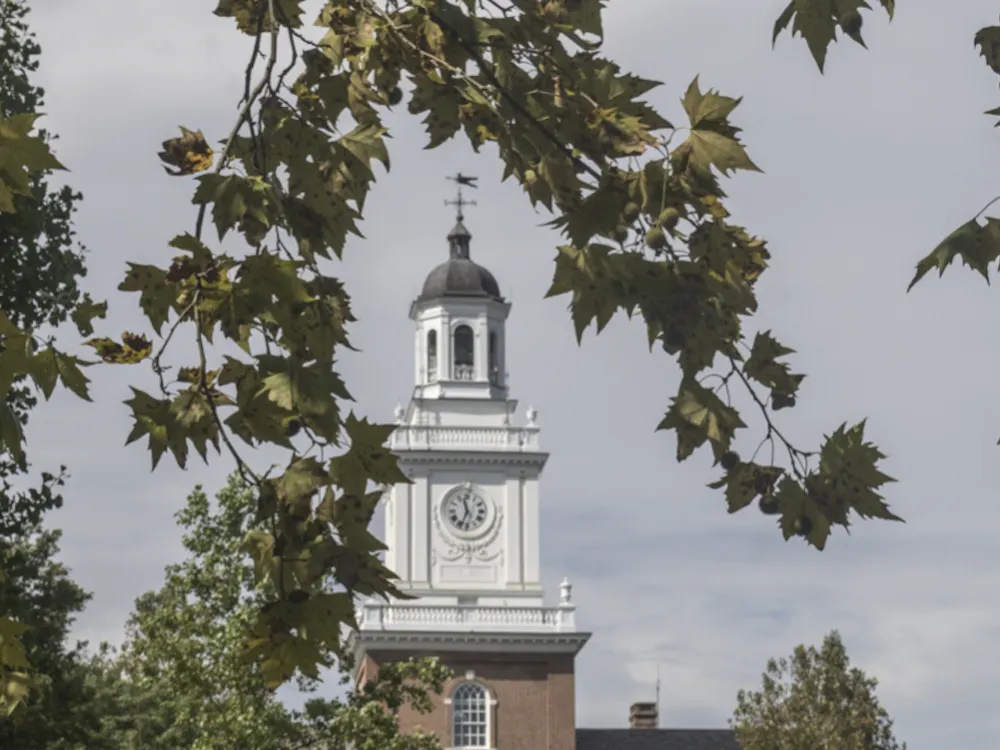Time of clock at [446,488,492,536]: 11:33
